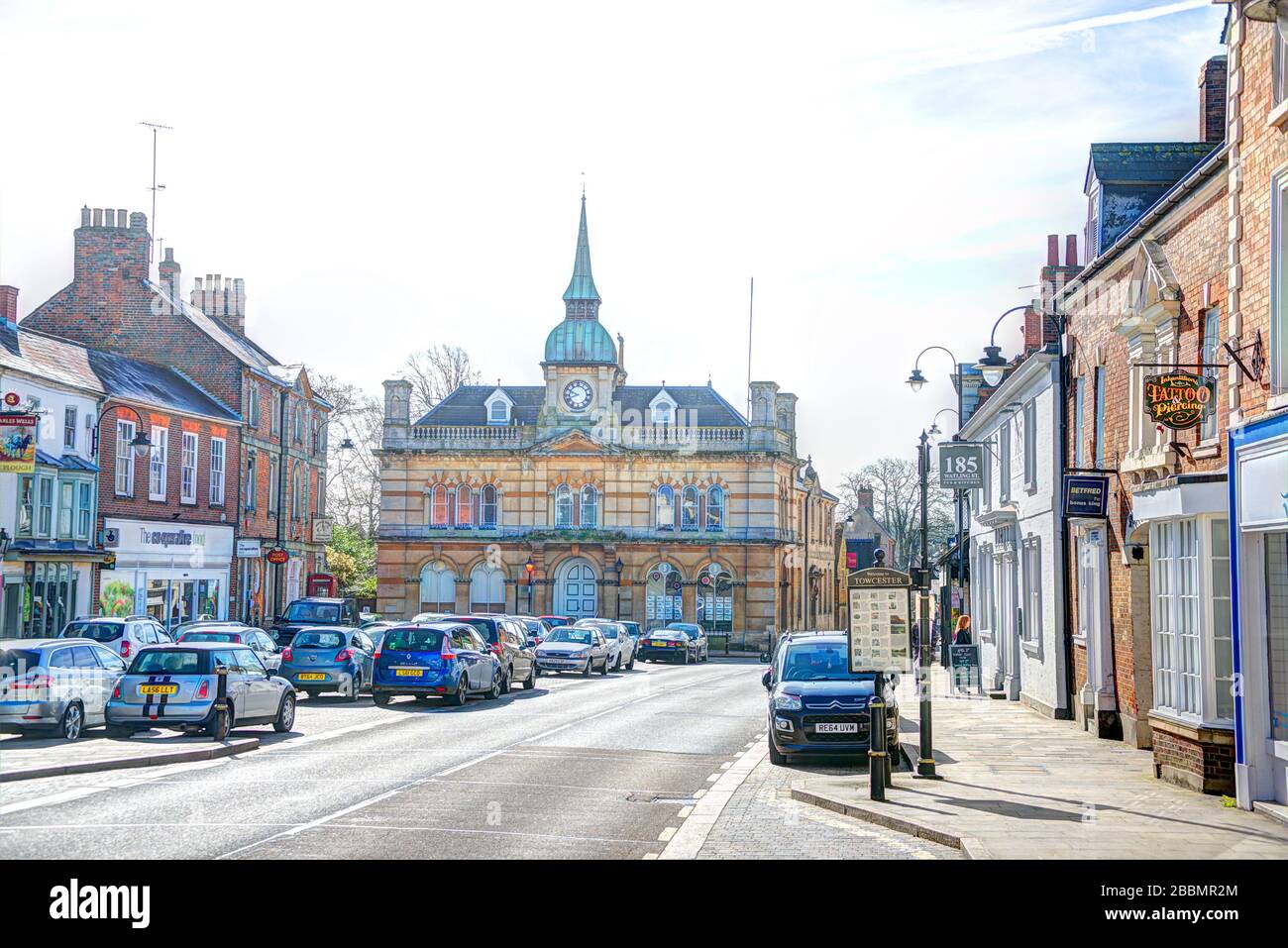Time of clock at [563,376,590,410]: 9:41
